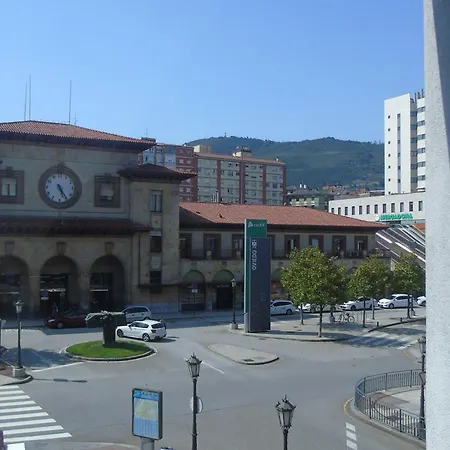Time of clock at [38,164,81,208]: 5:24
